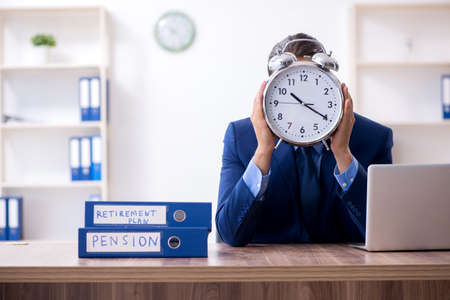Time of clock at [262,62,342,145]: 10:19
